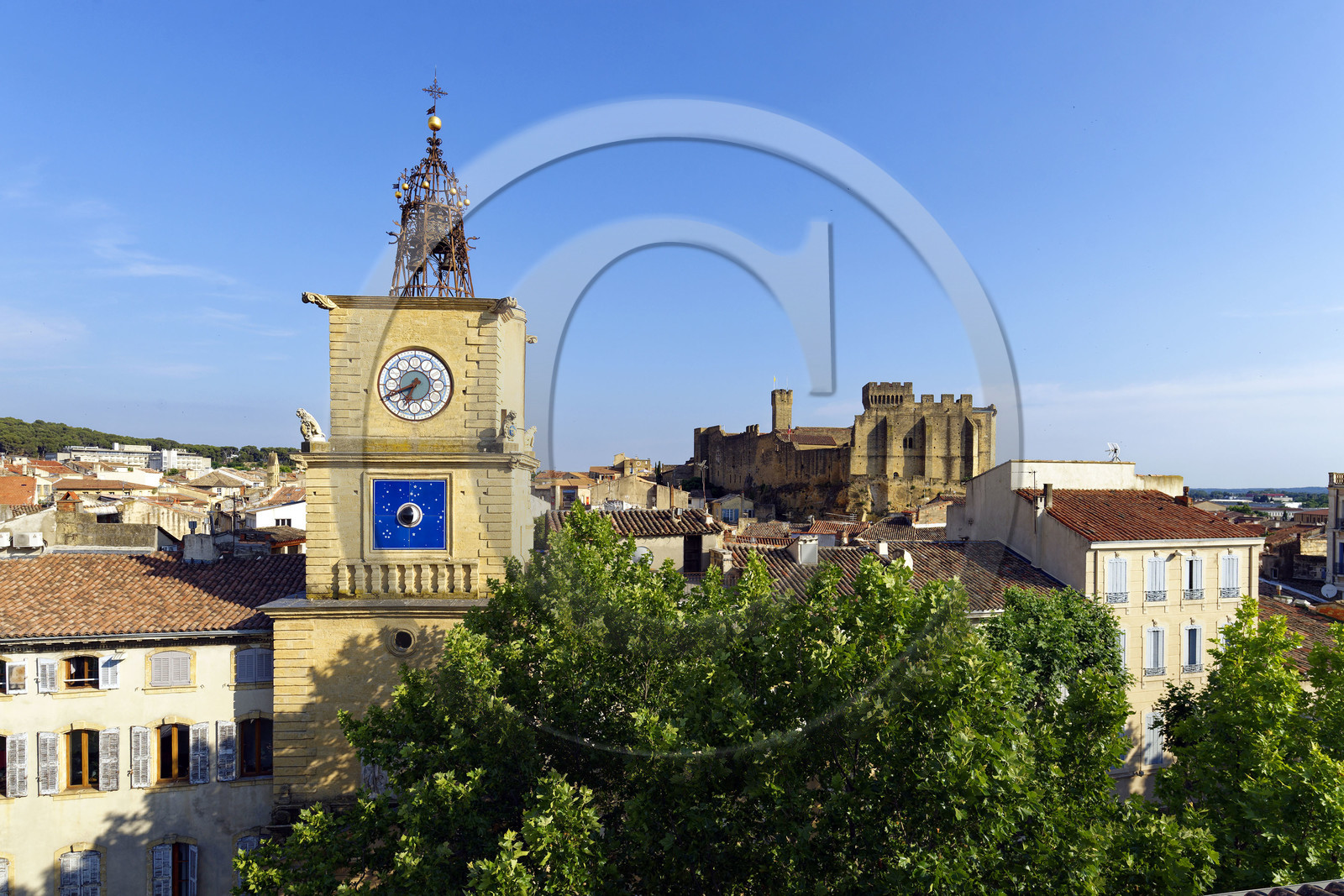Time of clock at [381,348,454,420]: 6:40
